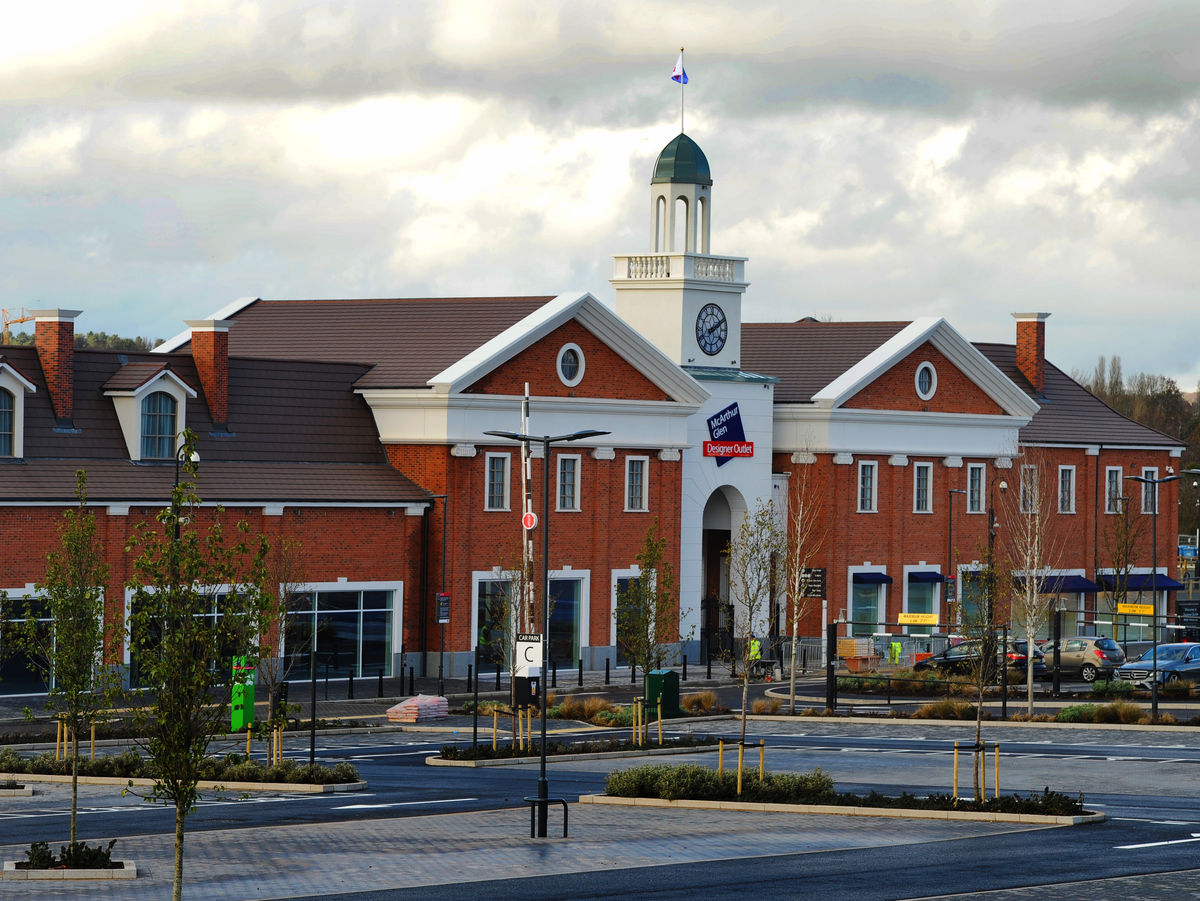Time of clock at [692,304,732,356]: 2:10
